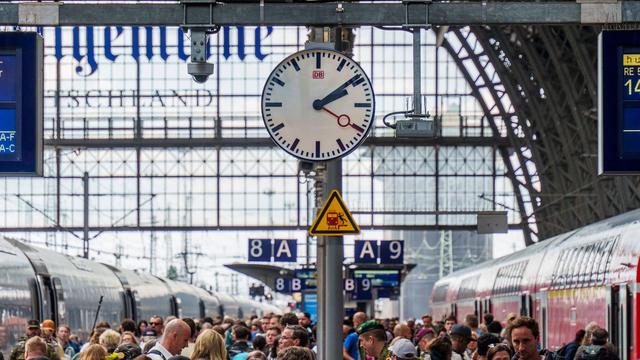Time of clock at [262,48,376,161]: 2:09
